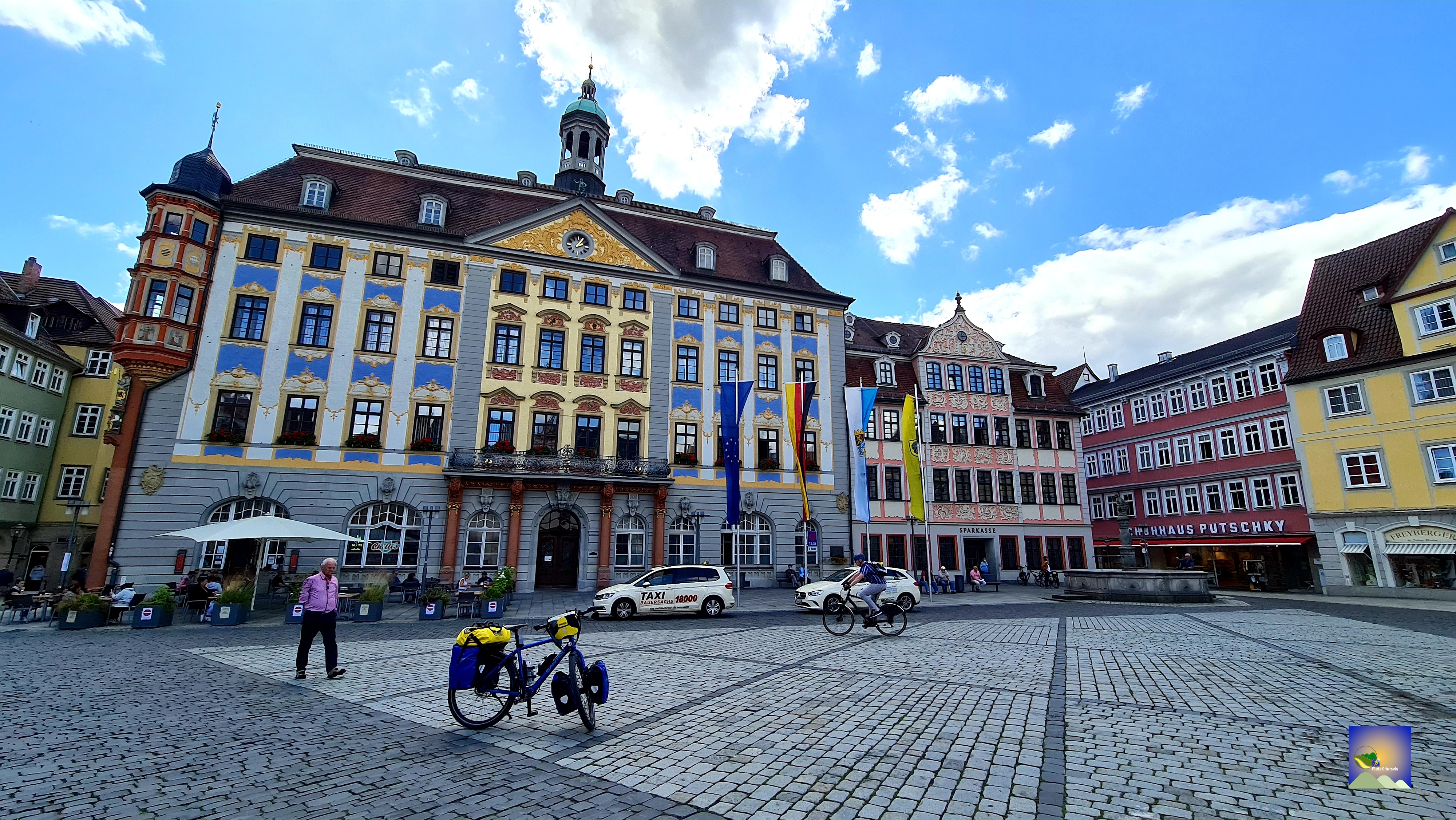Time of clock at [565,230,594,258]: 2:05
